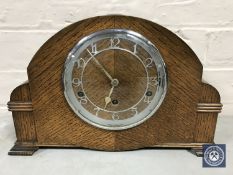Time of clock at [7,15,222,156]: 6:53
